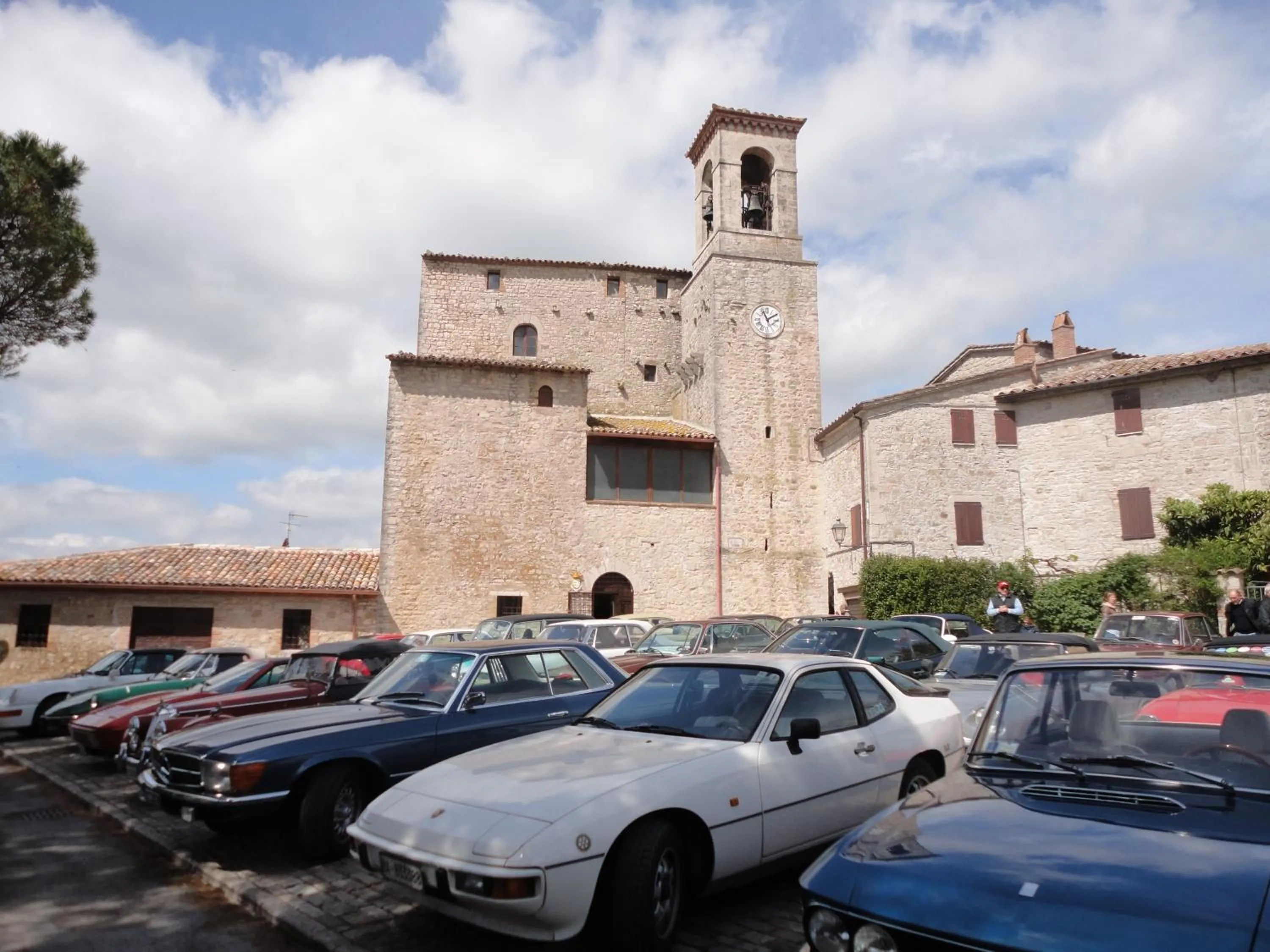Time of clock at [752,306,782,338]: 11:09
